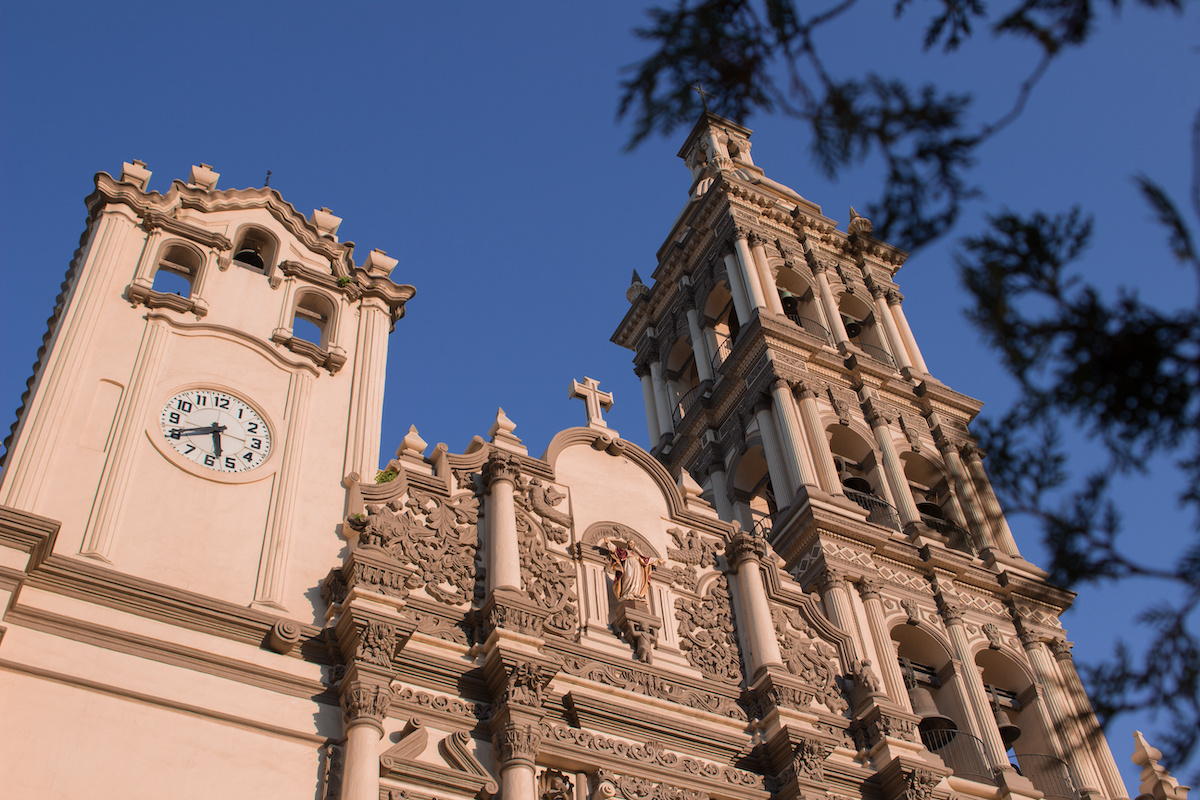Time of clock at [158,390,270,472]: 5:40
